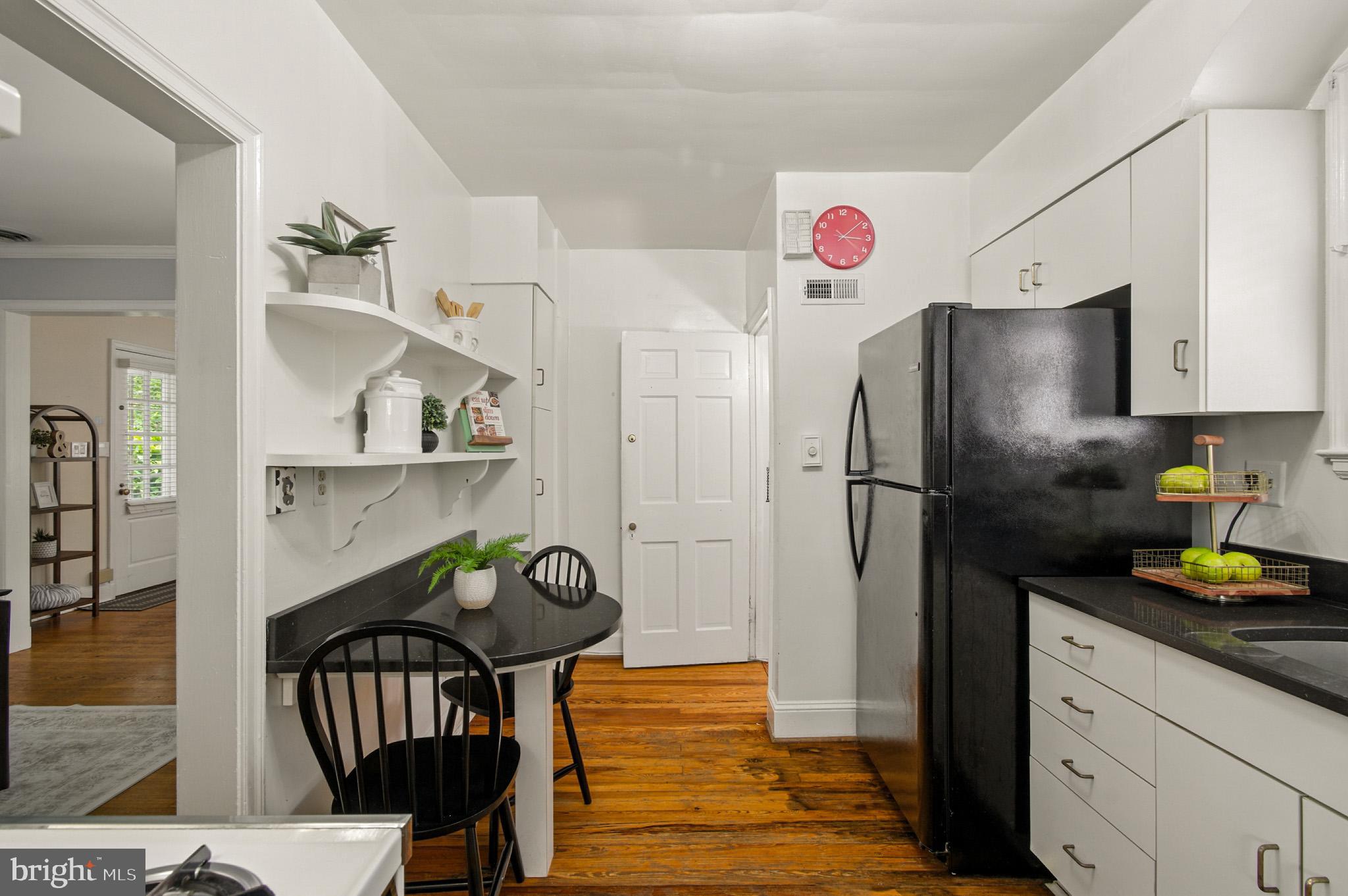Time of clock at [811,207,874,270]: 3:08
